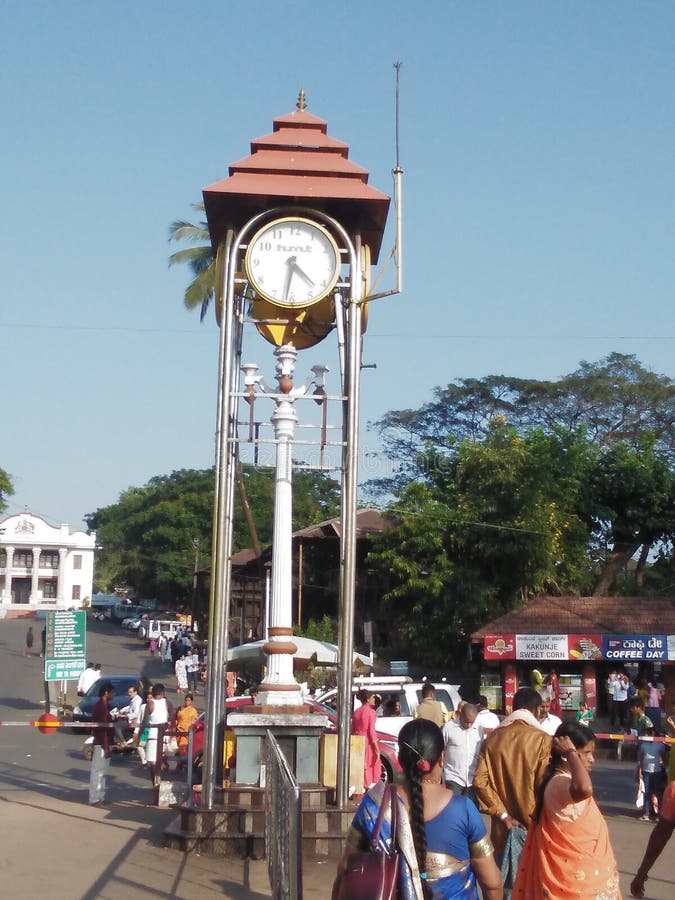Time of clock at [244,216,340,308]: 4:31
